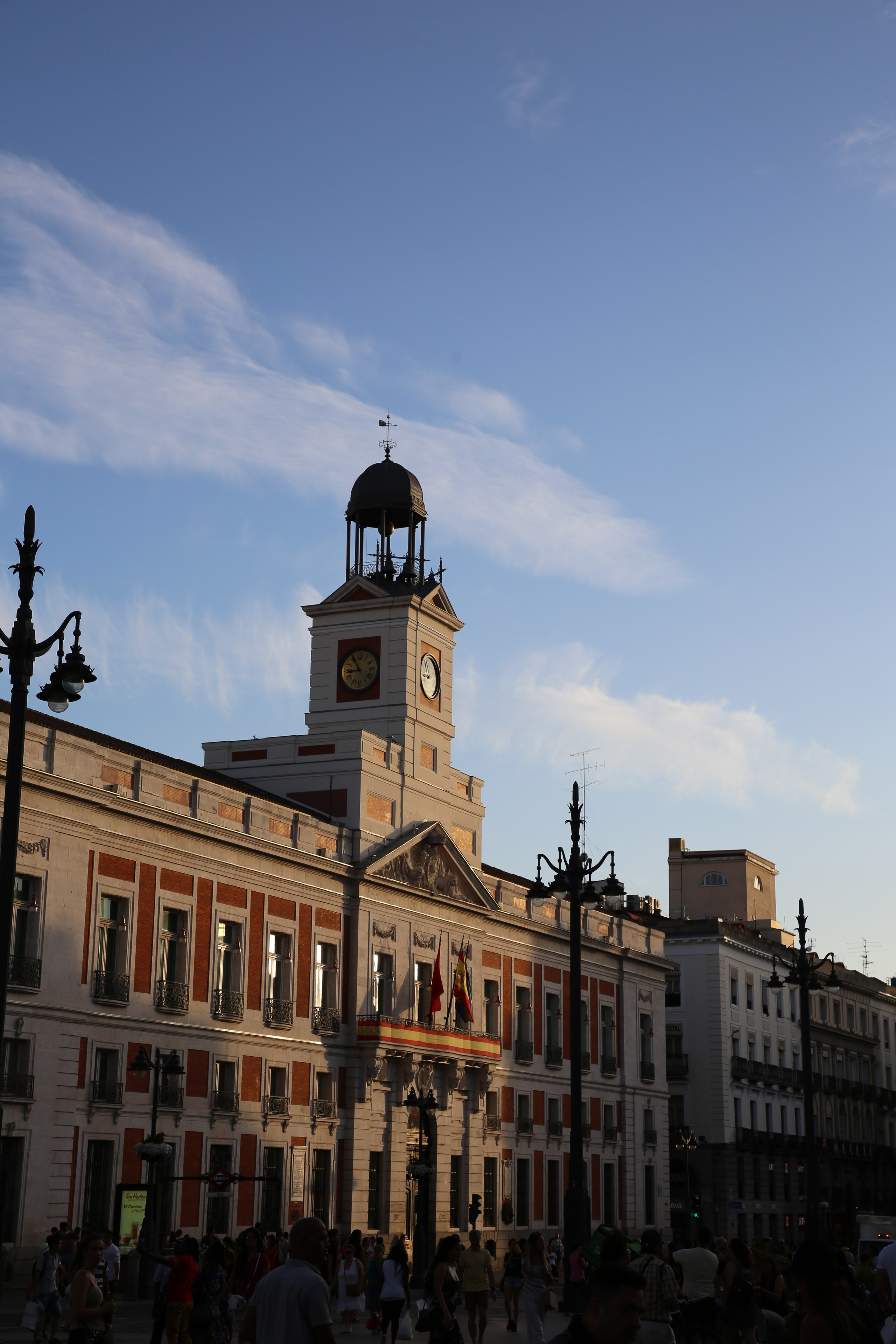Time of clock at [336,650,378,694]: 8:54
